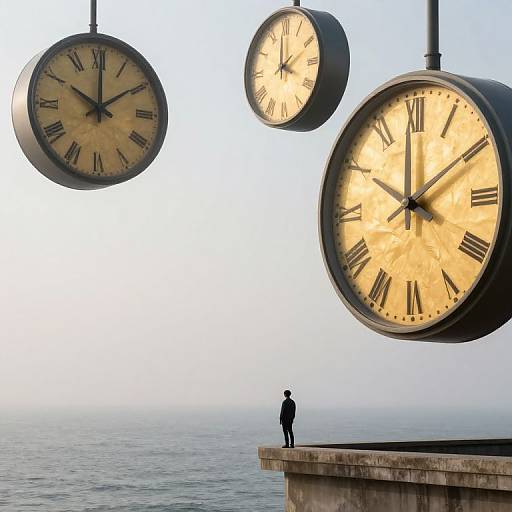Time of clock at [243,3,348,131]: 1:59
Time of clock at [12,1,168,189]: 10:00
